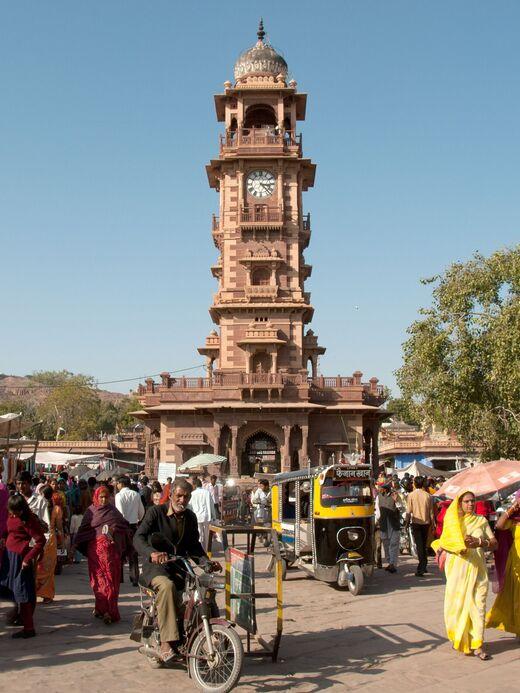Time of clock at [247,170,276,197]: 3:22
